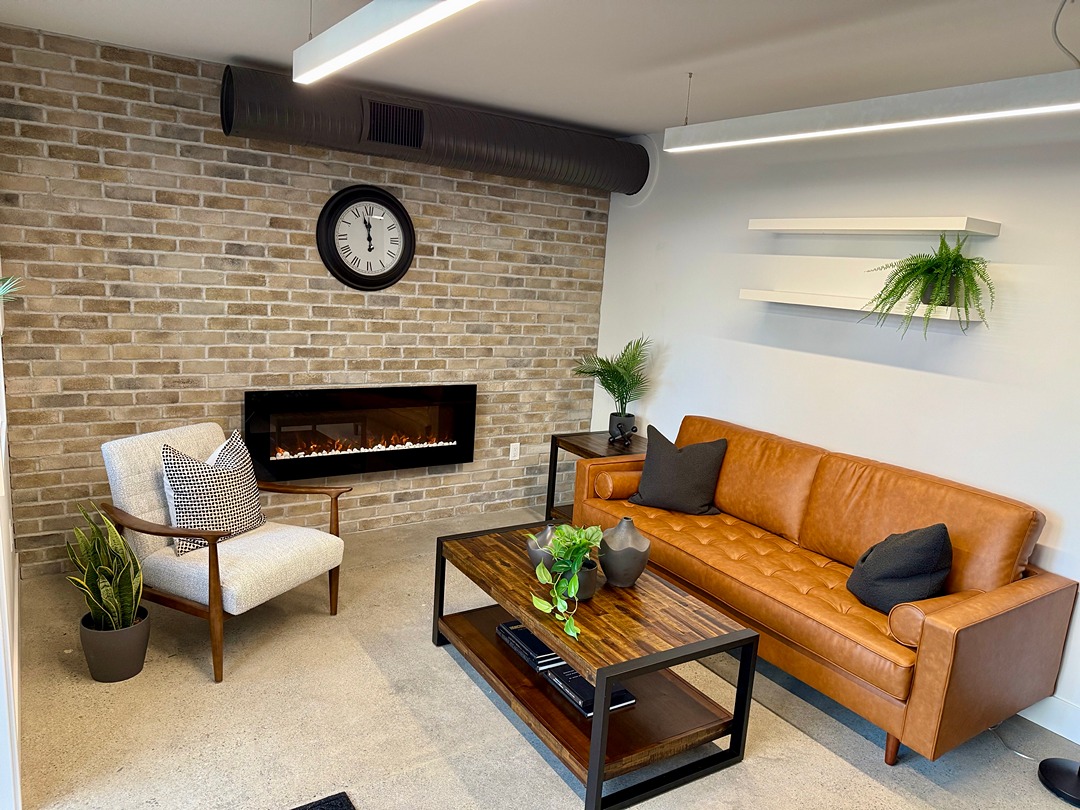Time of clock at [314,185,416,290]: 11:57
